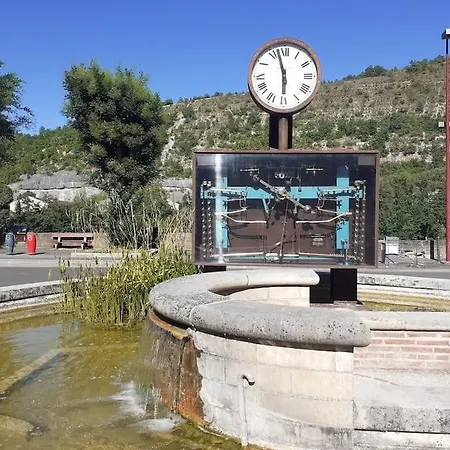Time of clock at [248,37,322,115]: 5:57
